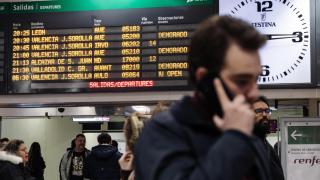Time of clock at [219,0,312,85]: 8:14
